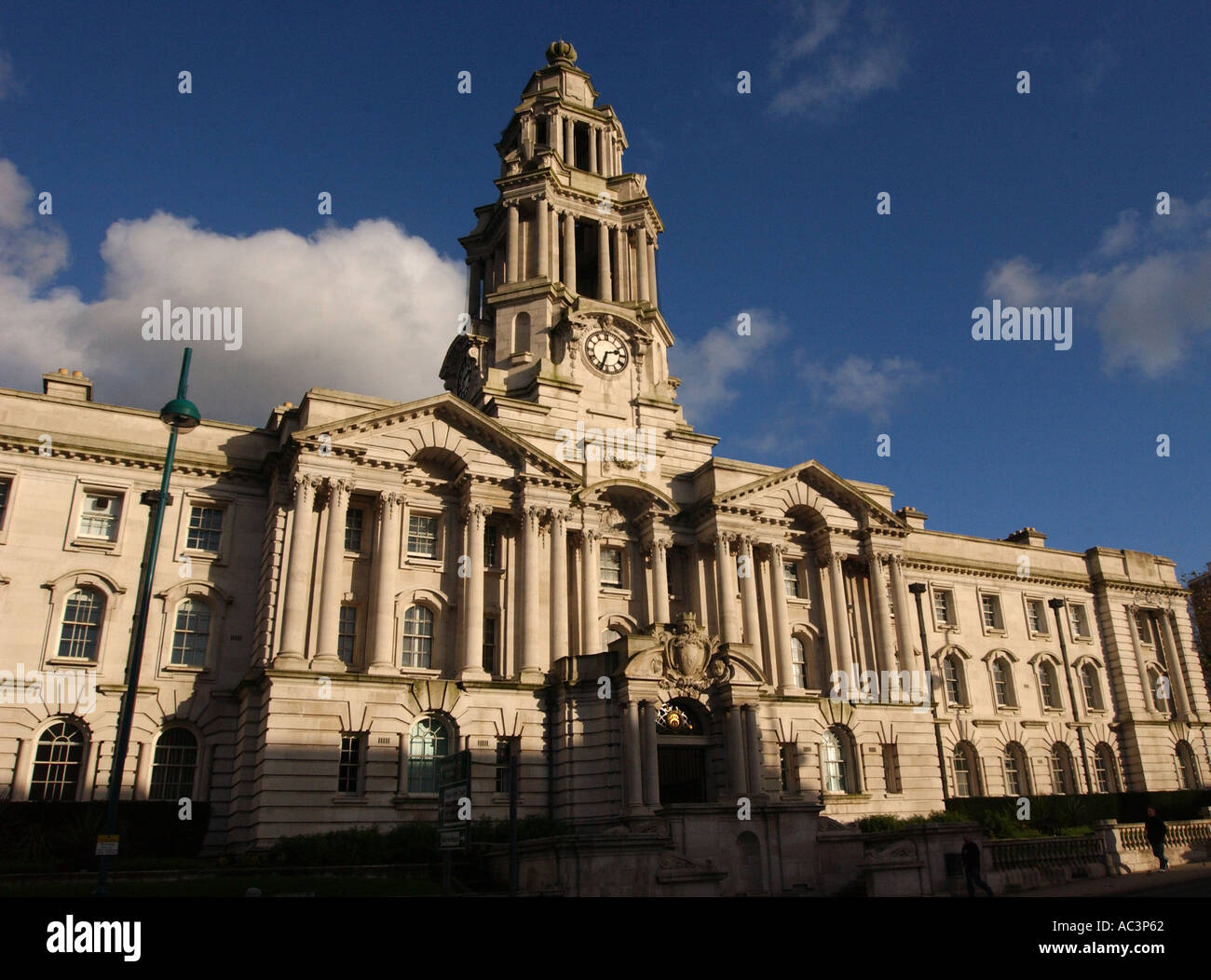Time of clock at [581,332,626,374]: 2:33
